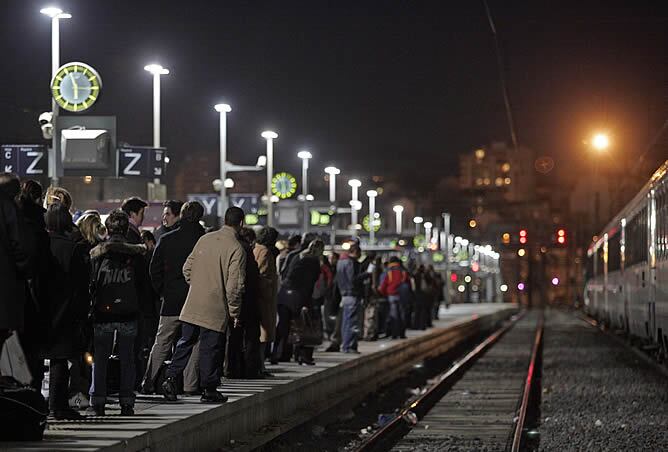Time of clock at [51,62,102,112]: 5:56
